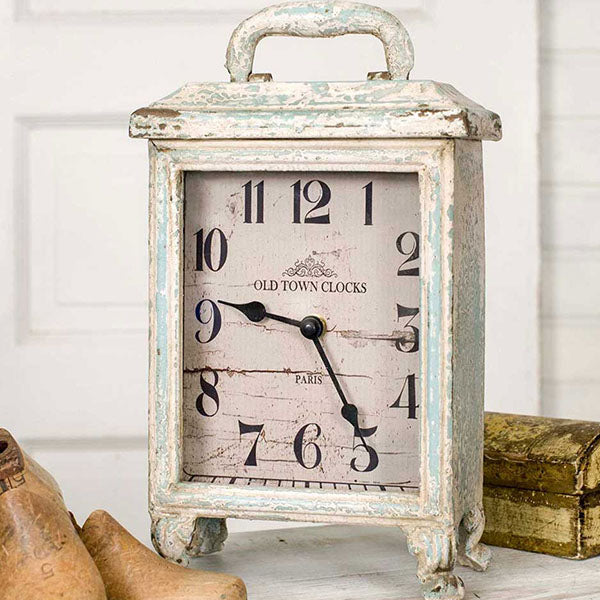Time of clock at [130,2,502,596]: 9:24
